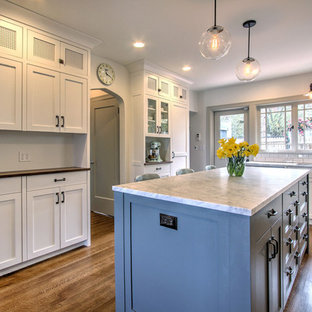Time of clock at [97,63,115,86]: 11:19
